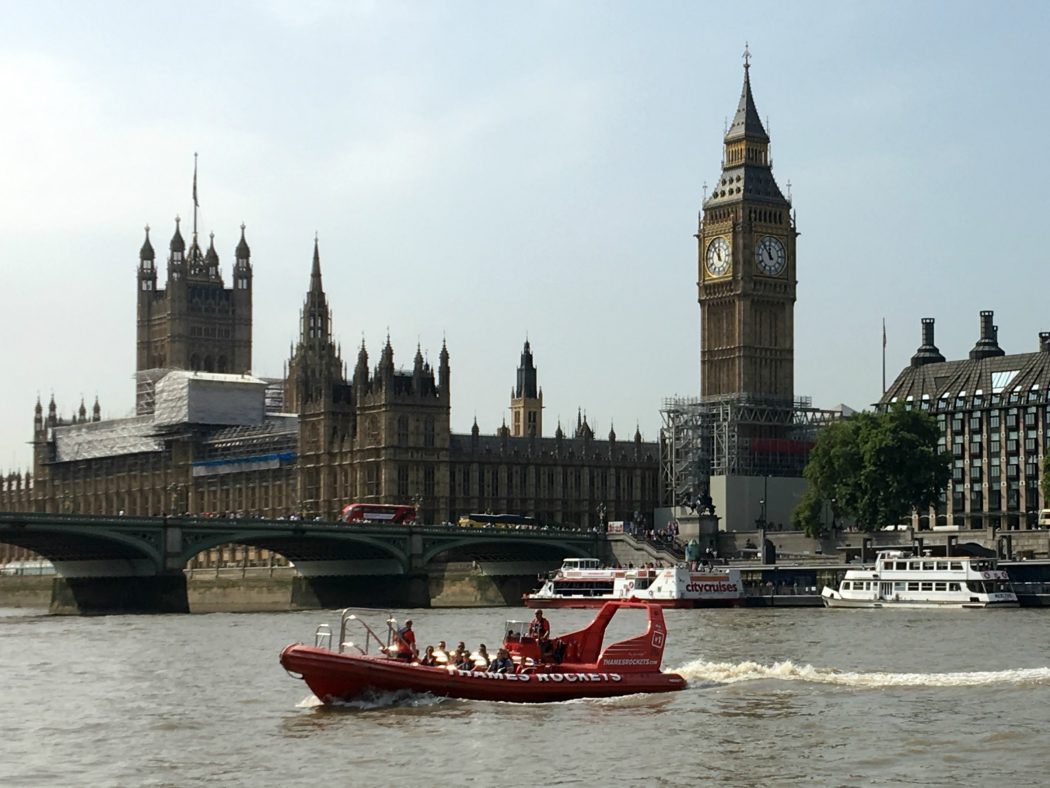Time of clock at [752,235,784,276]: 11:53
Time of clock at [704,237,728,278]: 11:53
